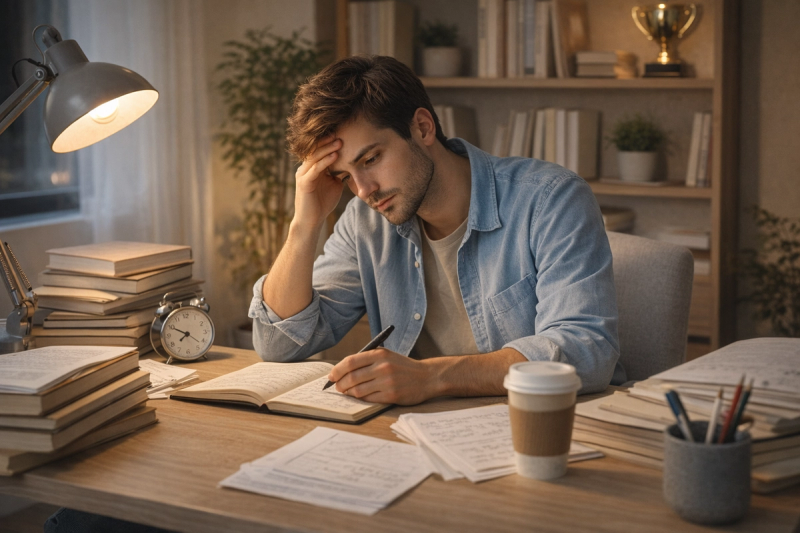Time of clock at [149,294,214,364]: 7:49
